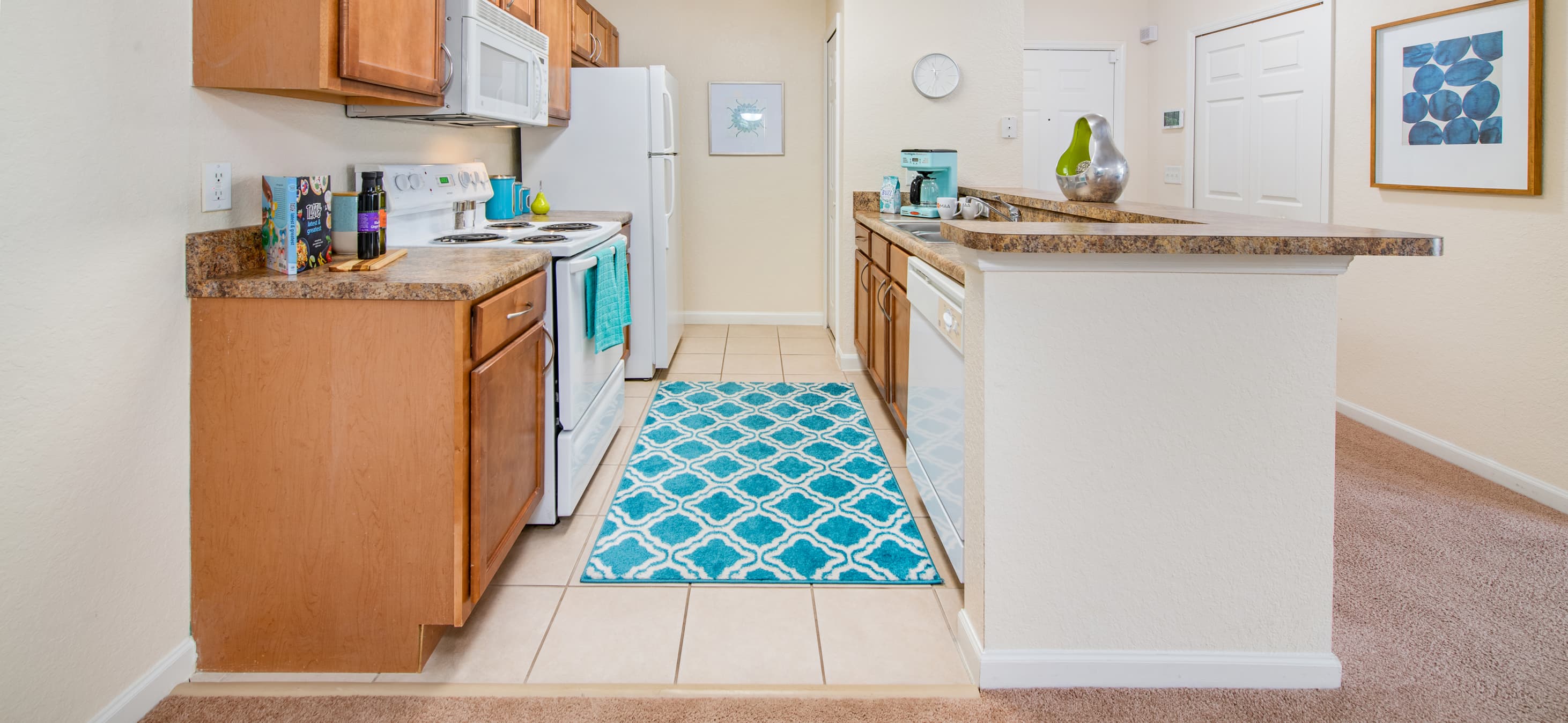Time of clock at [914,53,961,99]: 11:33
